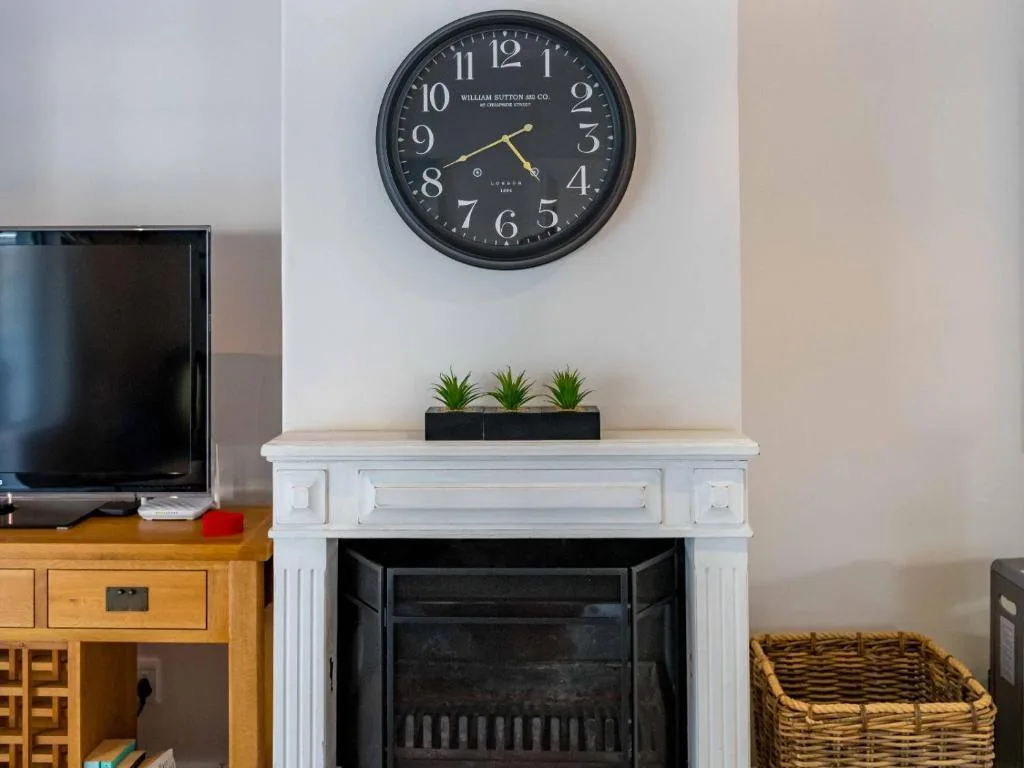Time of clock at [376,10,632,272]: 4:40
